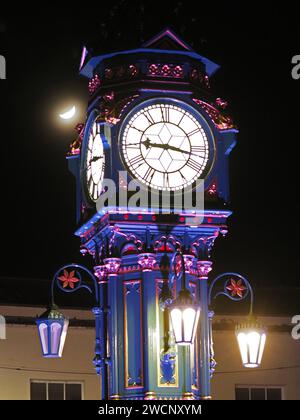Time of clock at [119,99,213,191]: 9:17
